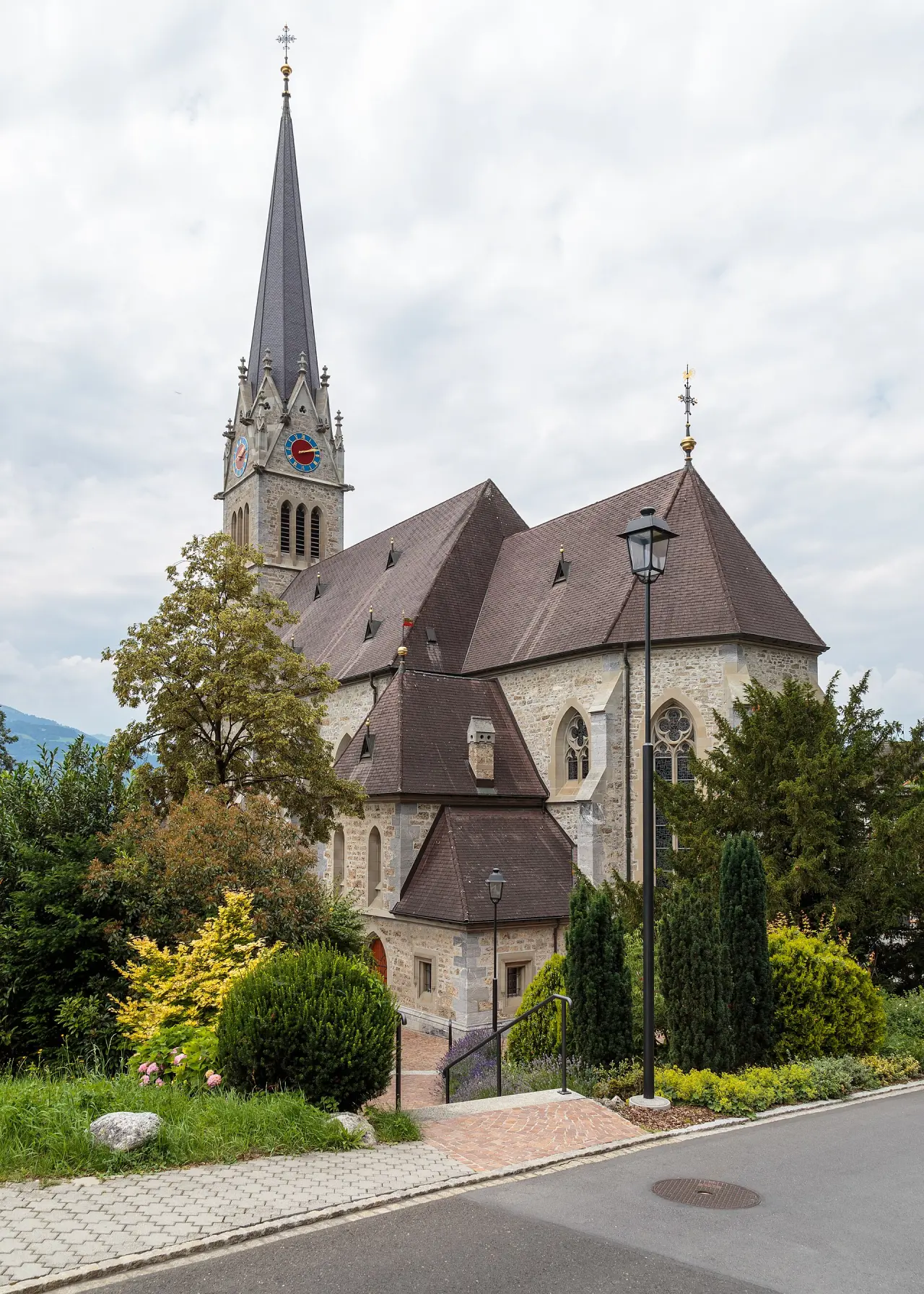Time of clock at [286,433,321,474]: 2:12
